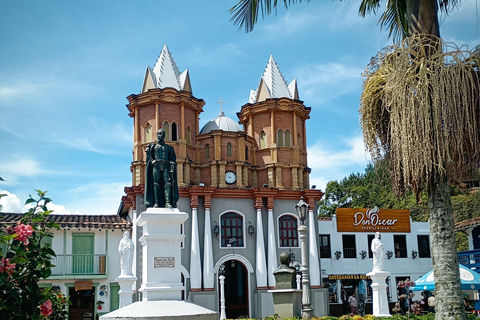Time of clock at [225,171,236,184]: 10:45
